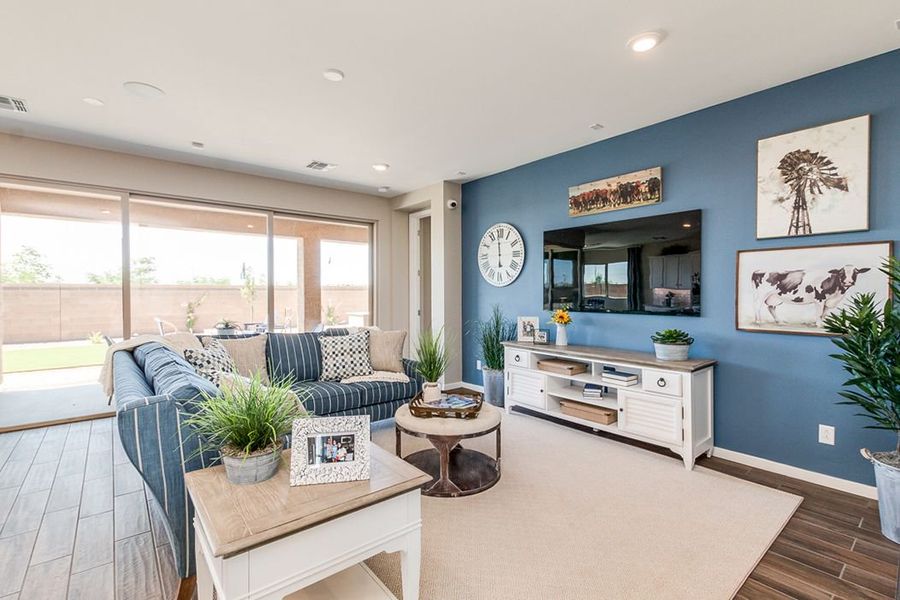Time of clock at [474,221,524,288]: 5:59
